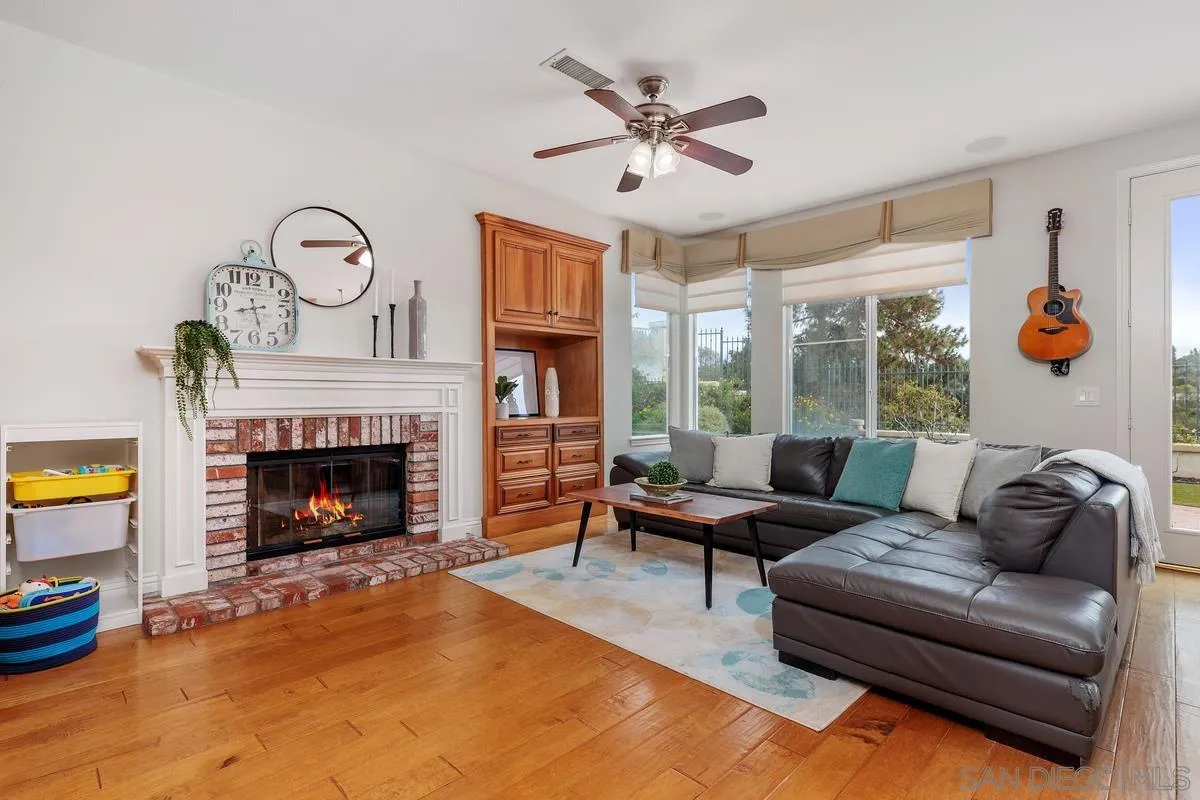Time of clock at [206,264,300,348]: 8:27
